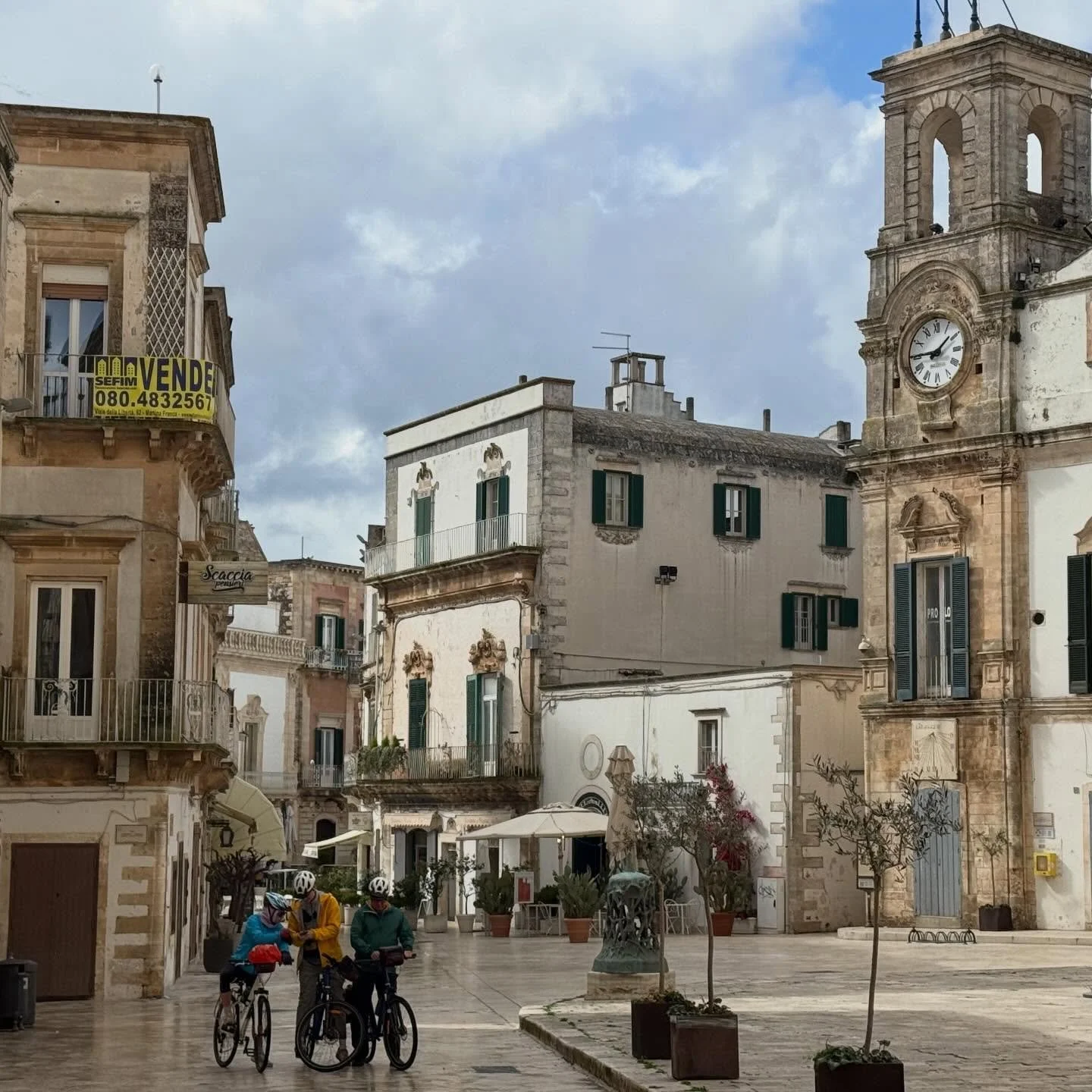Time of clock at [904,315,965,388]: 1:45
